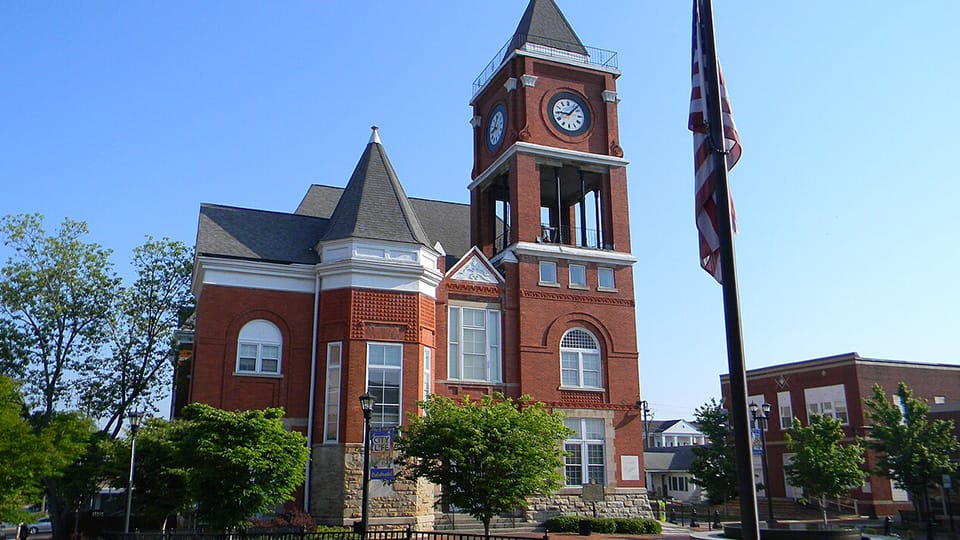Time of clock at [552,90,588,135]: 9:07
